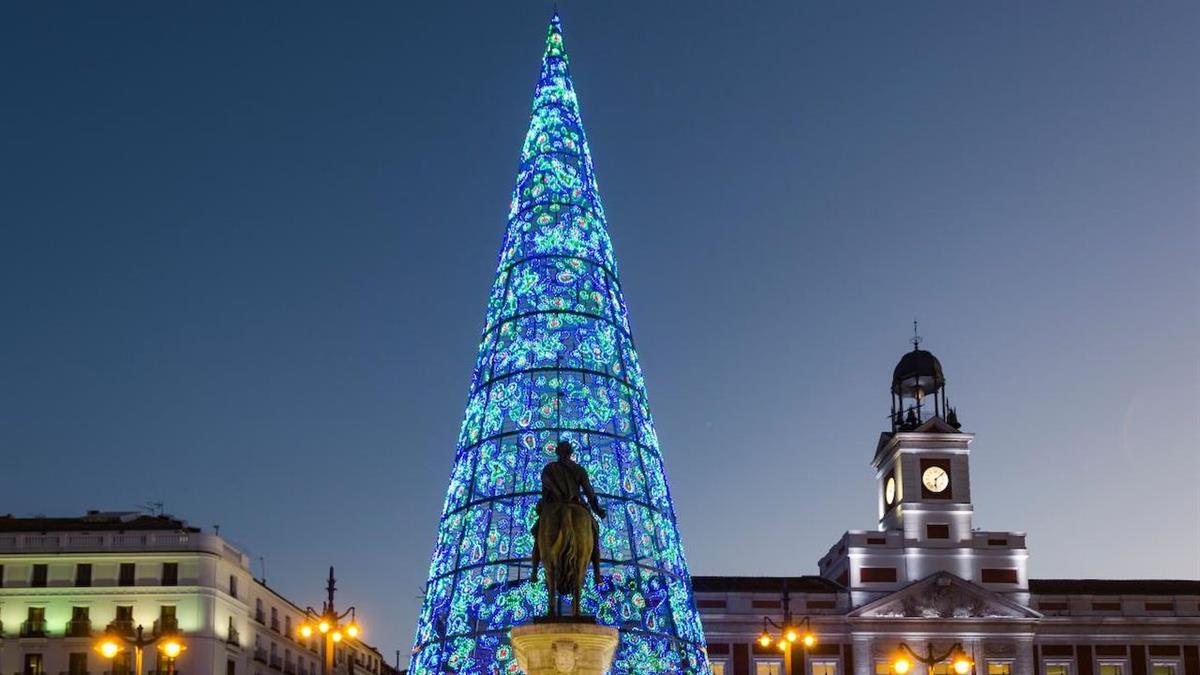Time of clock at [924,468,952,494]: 6:08
